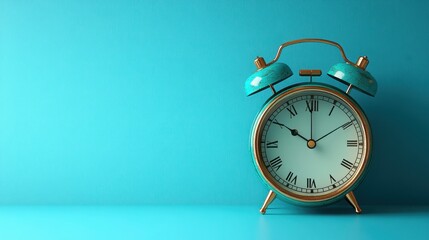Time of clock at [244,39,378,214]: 10:00
